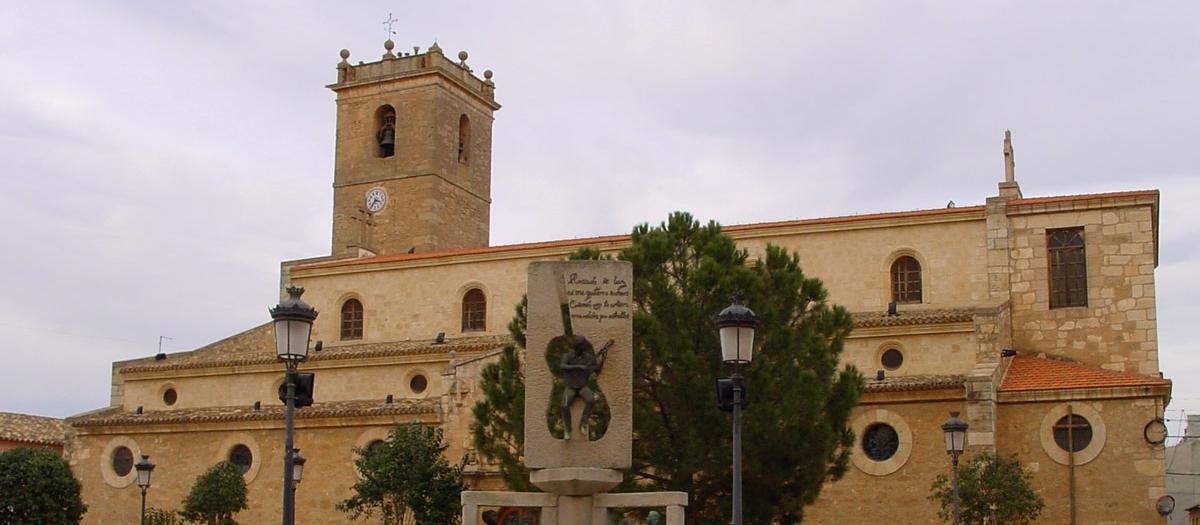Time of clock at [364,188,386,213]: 3:35
